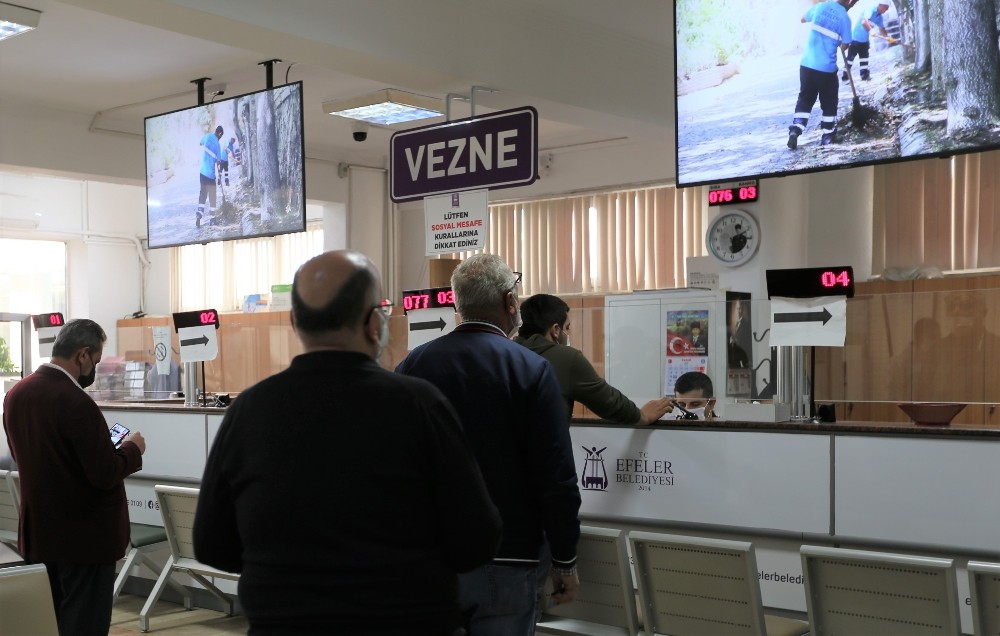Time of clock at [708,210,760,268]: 6:10
